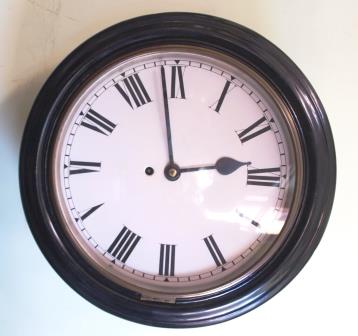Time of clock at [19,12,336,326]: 2:58
